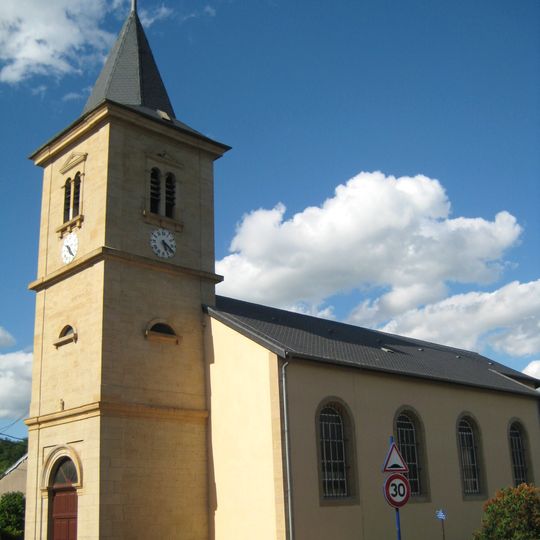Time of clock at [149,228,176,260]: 5:20
